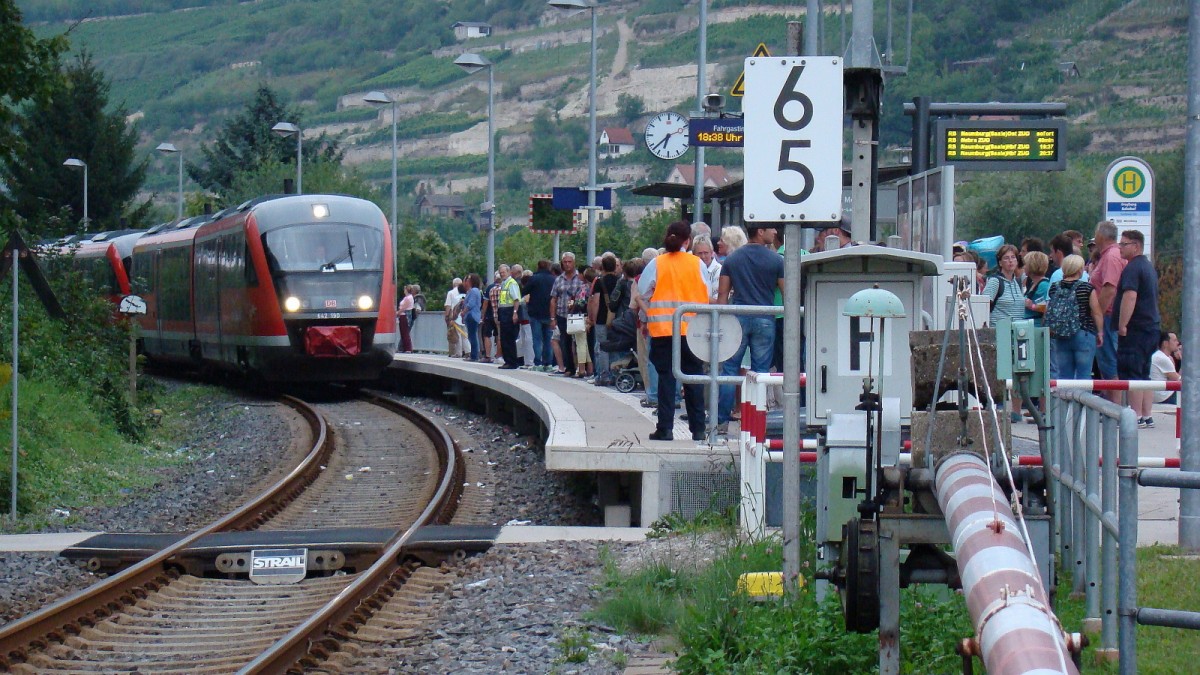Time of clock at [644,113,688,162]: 6:37
